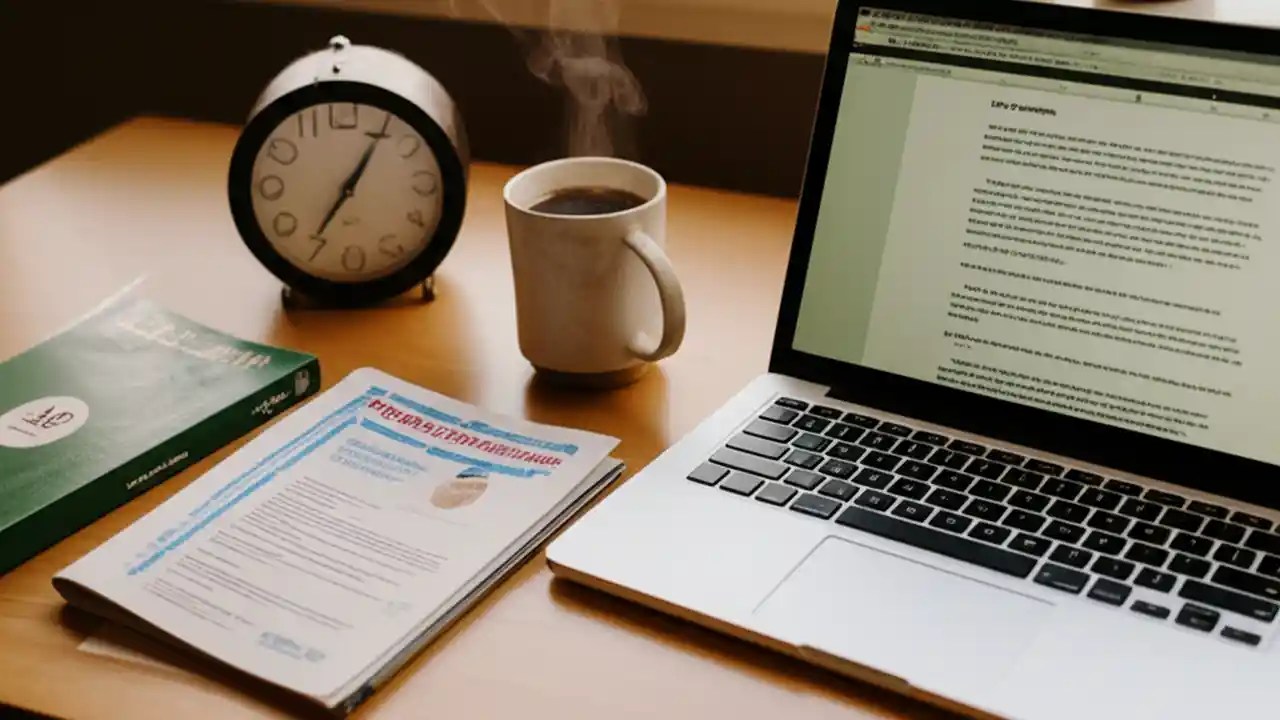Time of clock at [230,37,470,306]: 7:05
